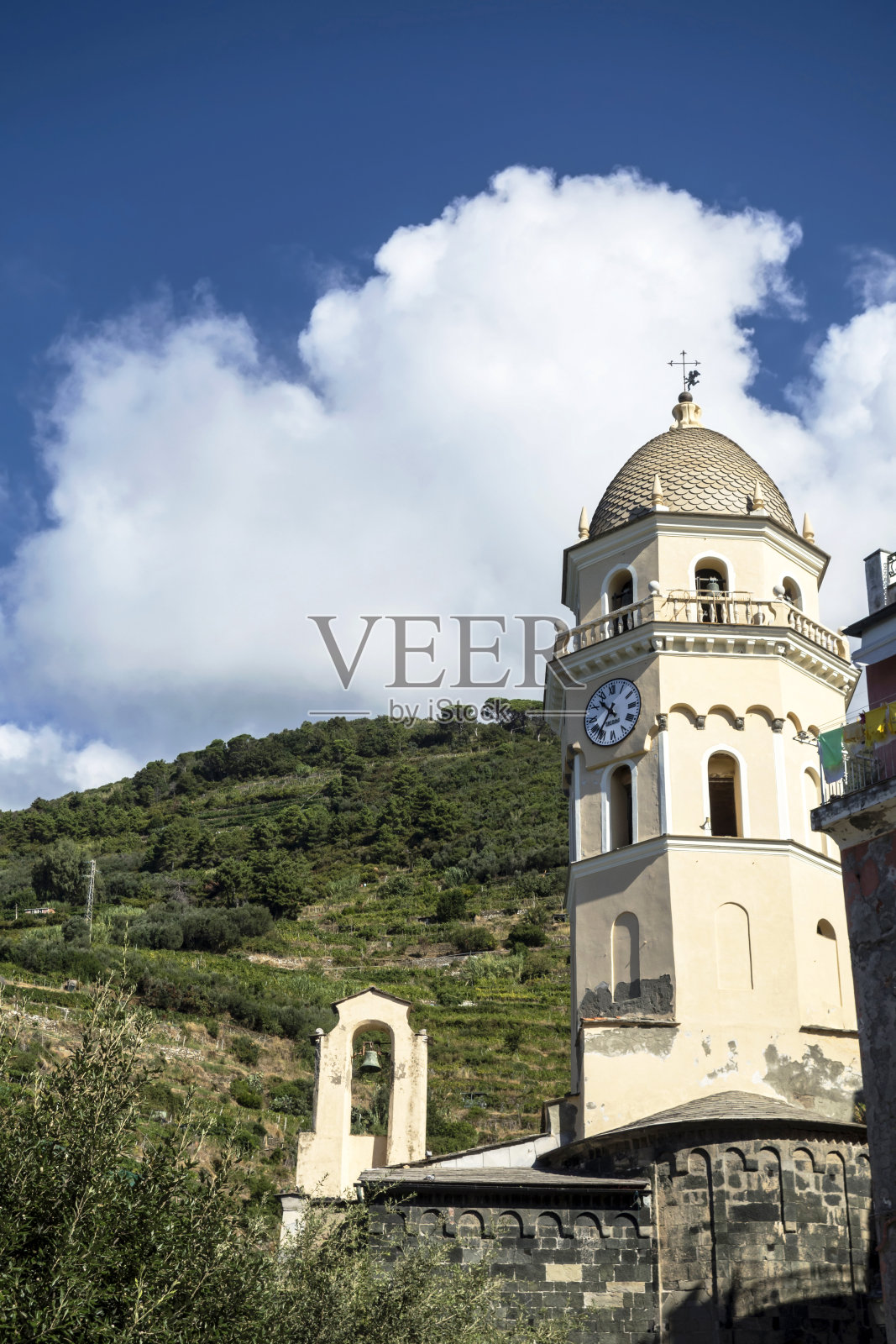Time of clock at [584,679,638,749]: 10:36
